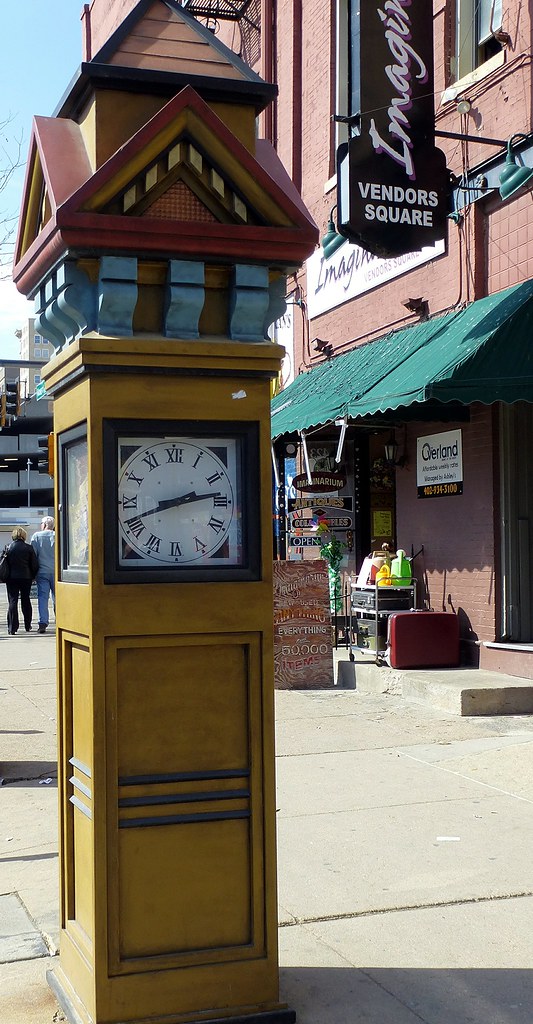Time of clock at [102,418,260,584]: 2:41
